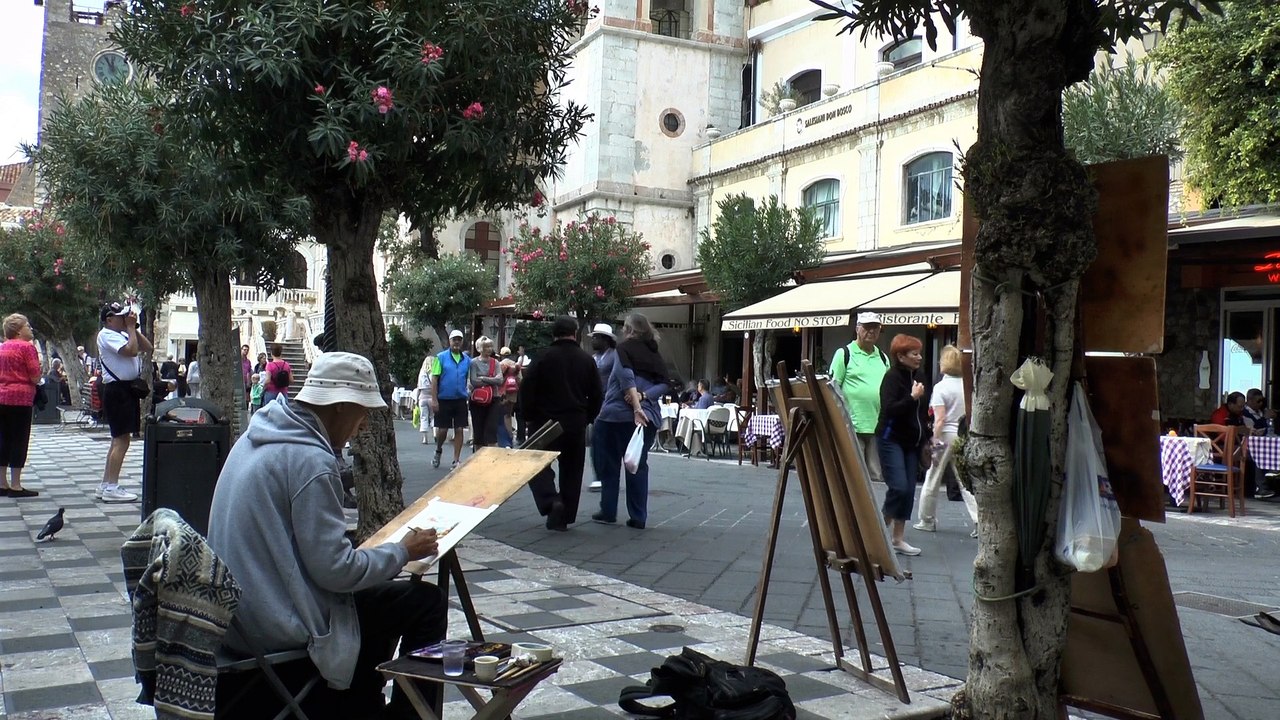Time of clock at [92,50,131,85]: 11:54
